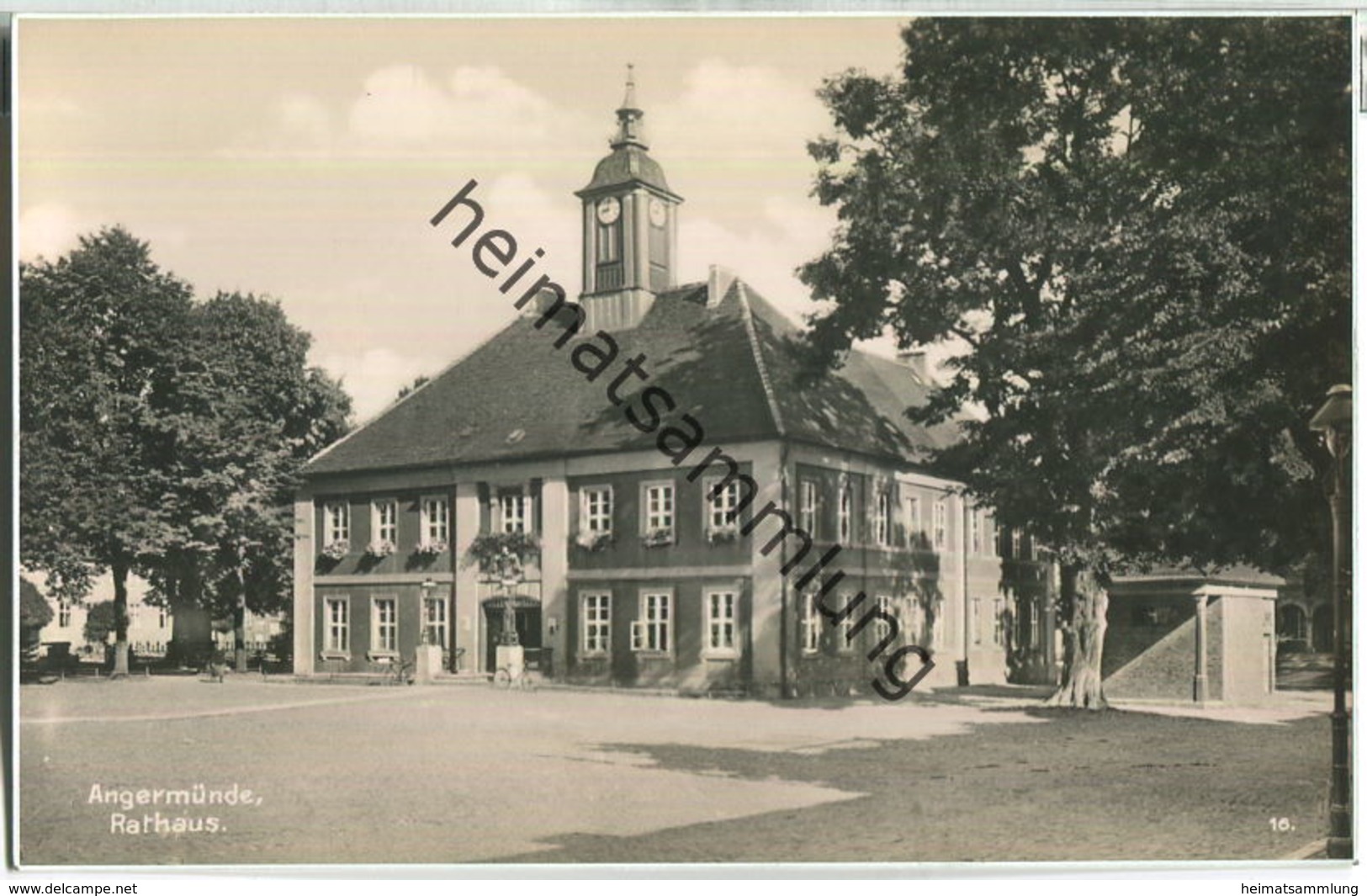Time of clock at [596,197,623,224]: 9:01
